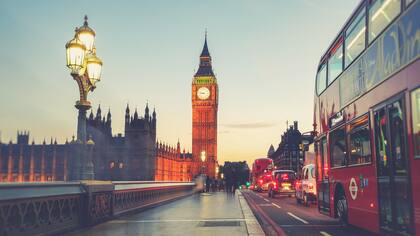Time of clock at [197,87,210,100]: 8:47
